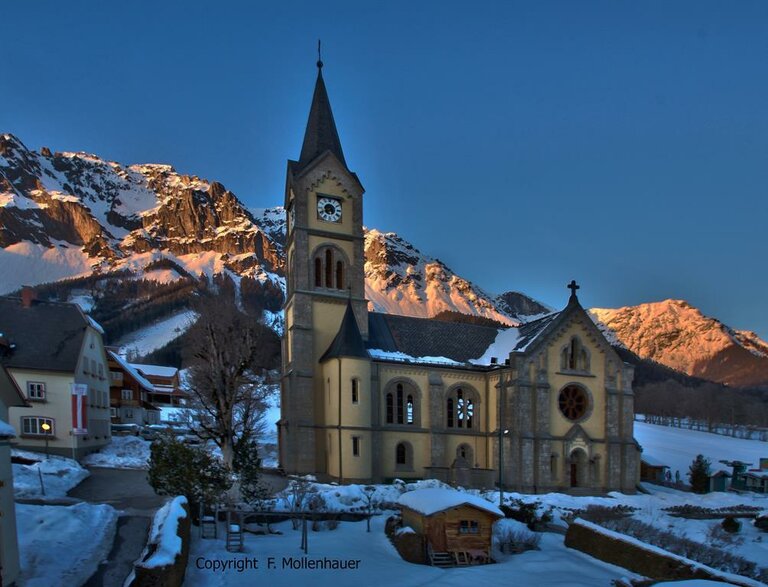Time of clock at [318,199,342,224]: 5:40
